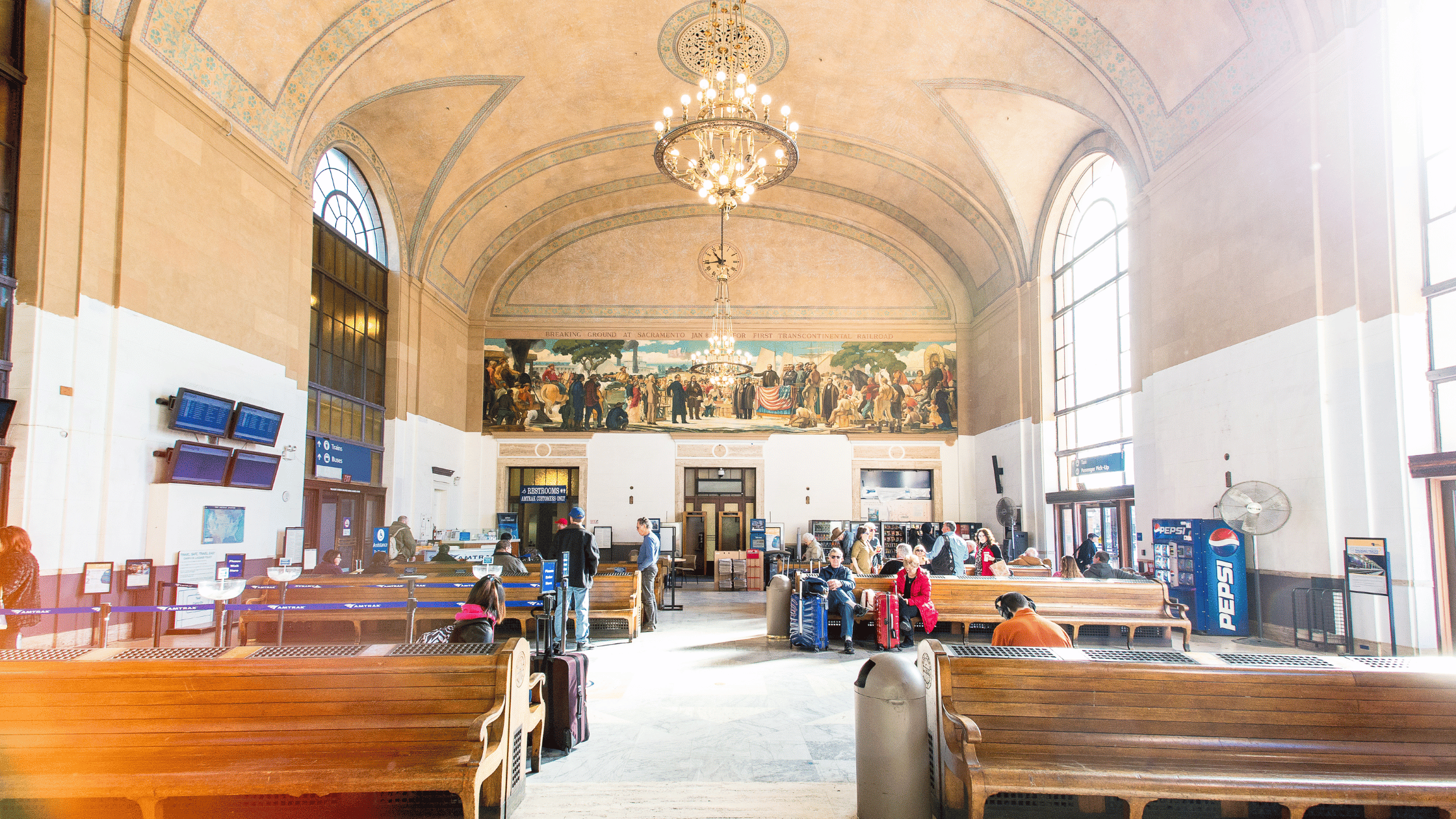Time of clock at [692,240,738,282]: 10:43
